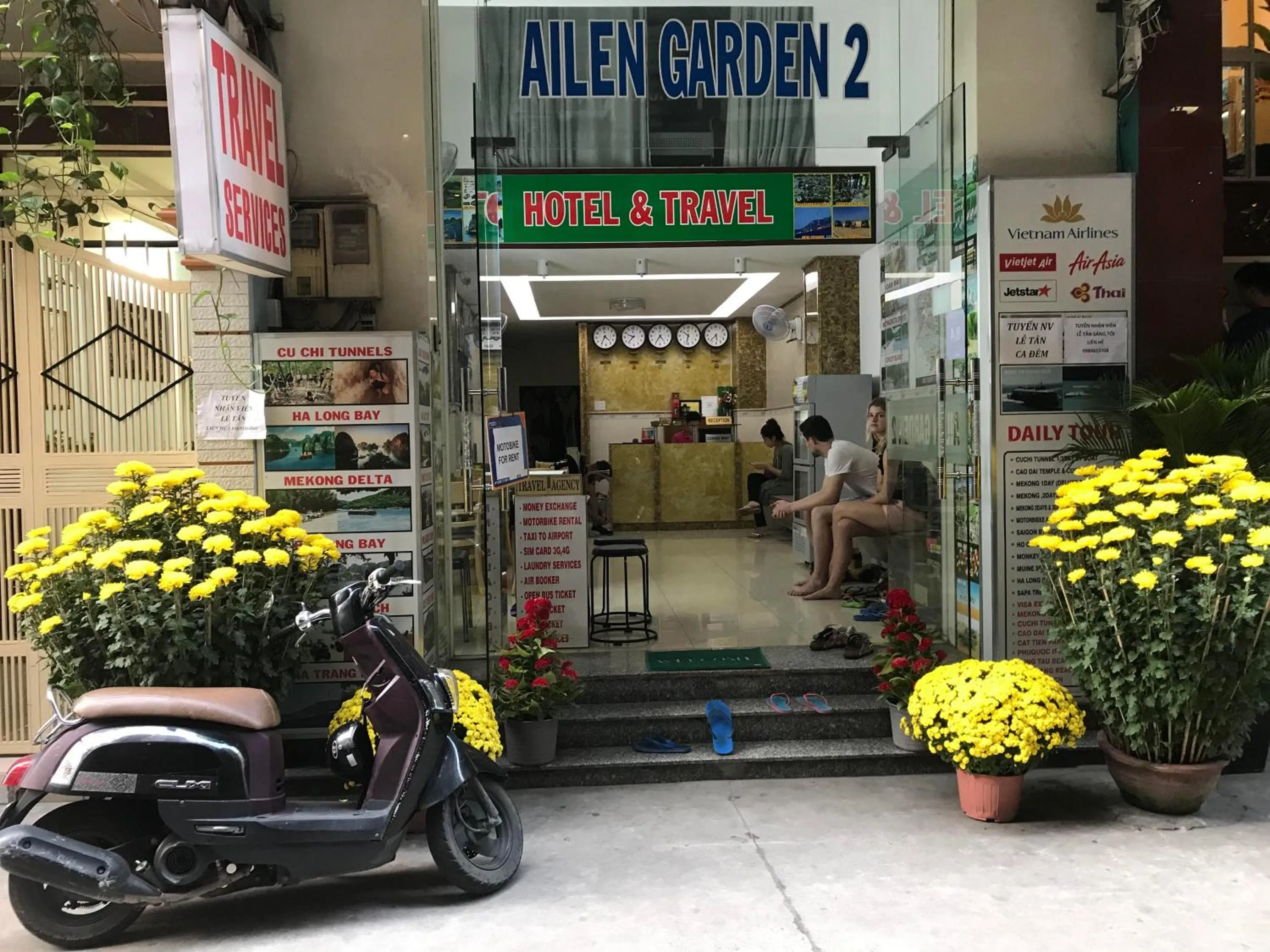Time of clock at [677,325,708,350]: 10:32
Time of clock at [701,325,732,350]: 5:37
